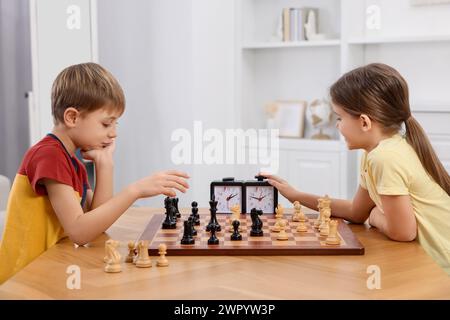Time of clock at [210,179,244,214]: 1:10
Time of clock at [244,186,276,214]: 1:47
